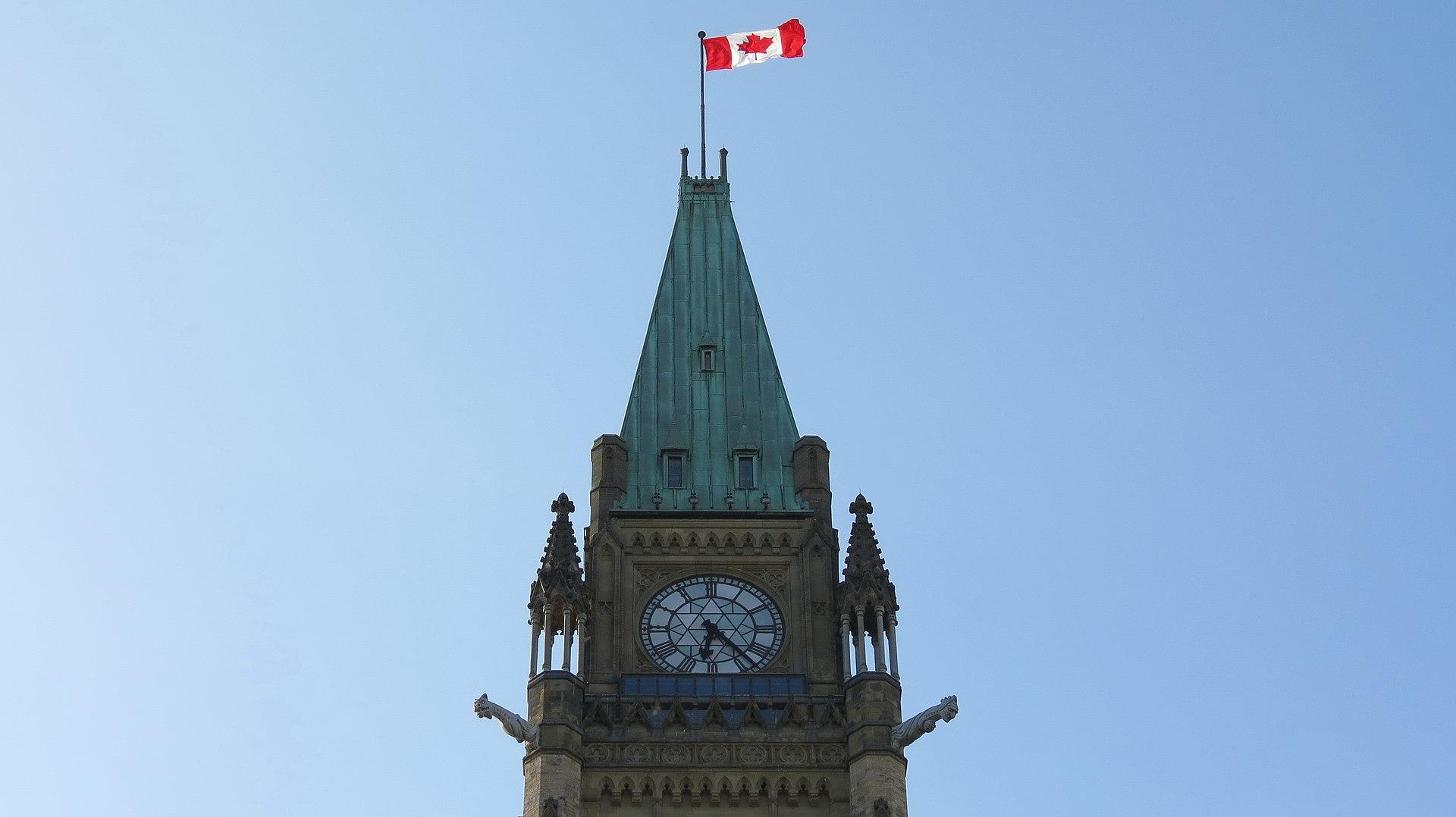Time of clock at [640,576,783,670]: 6:22
